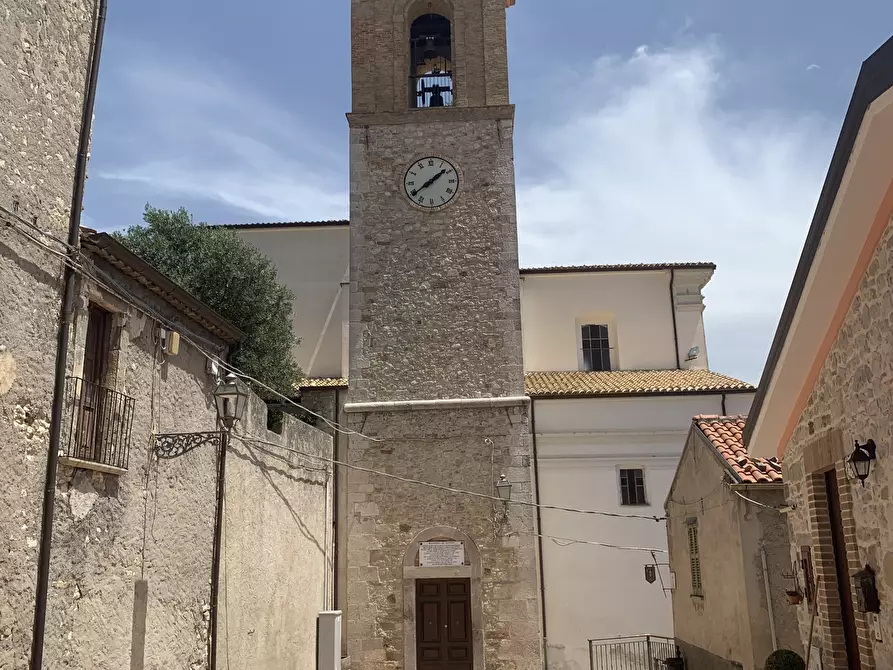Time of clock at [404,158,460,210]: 1:39
